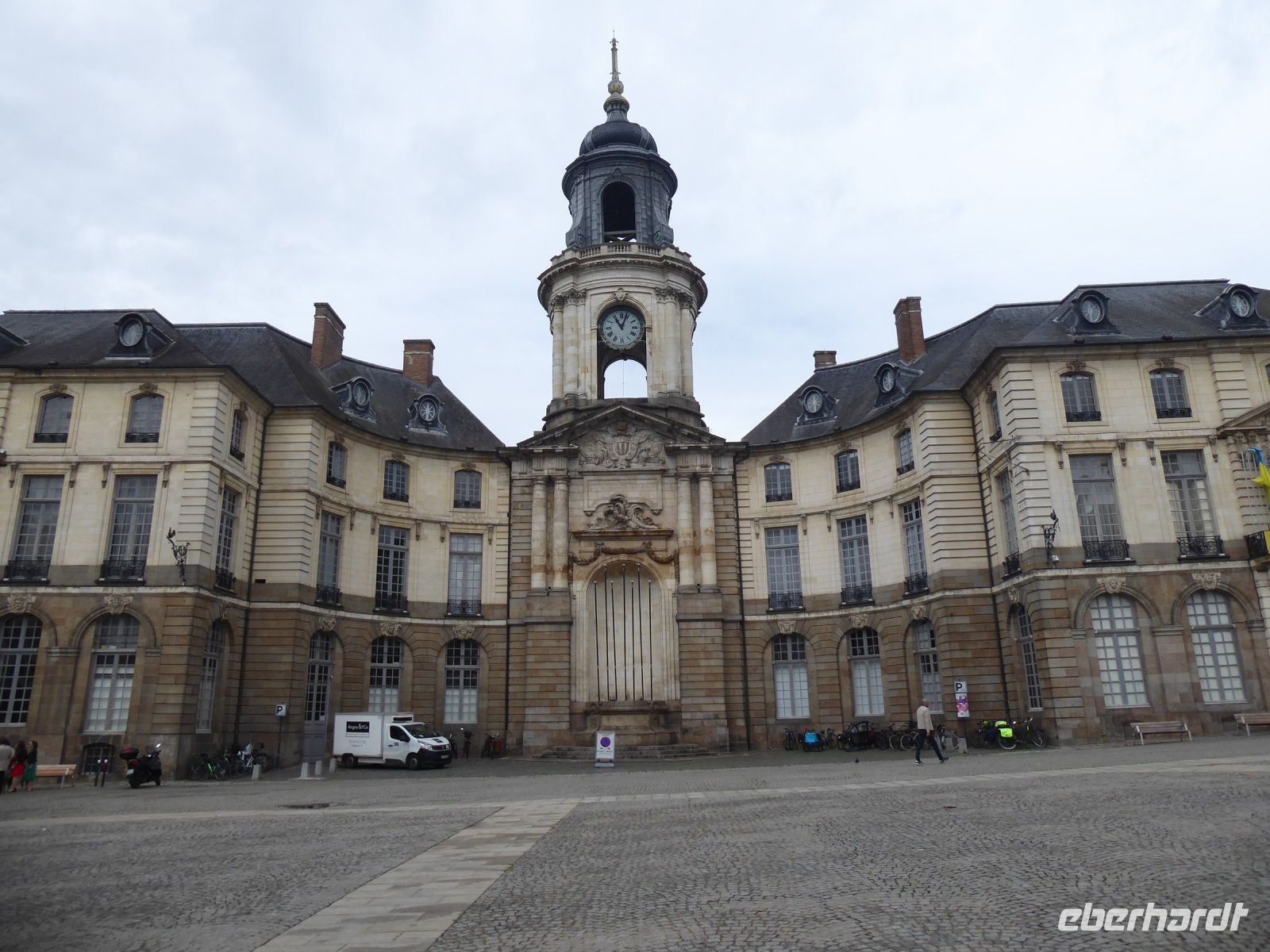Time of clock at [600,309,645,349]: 11:03
